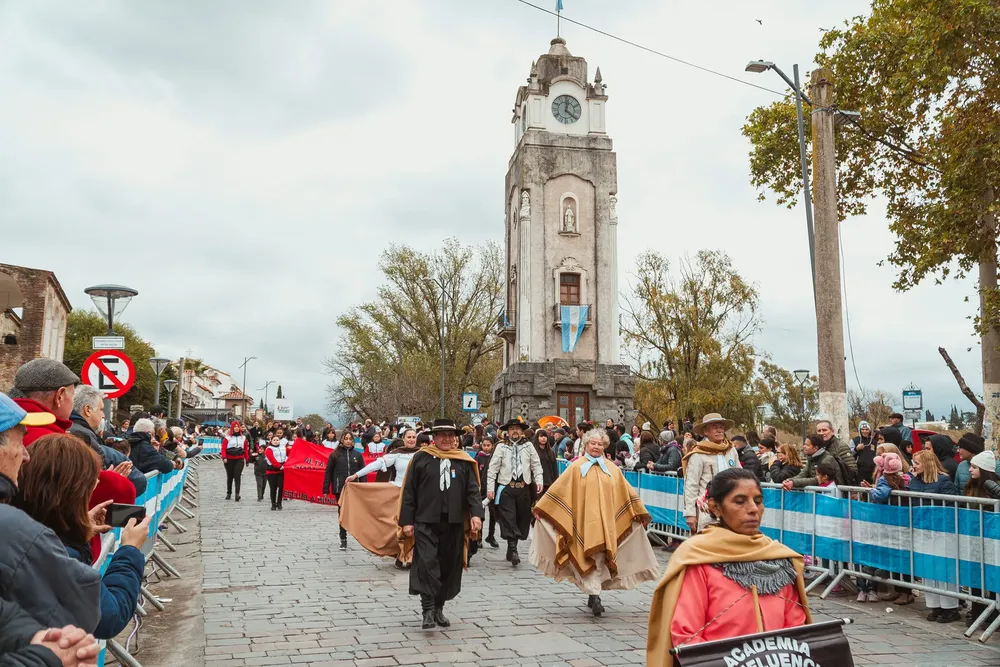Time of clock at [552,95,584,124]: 12:21
